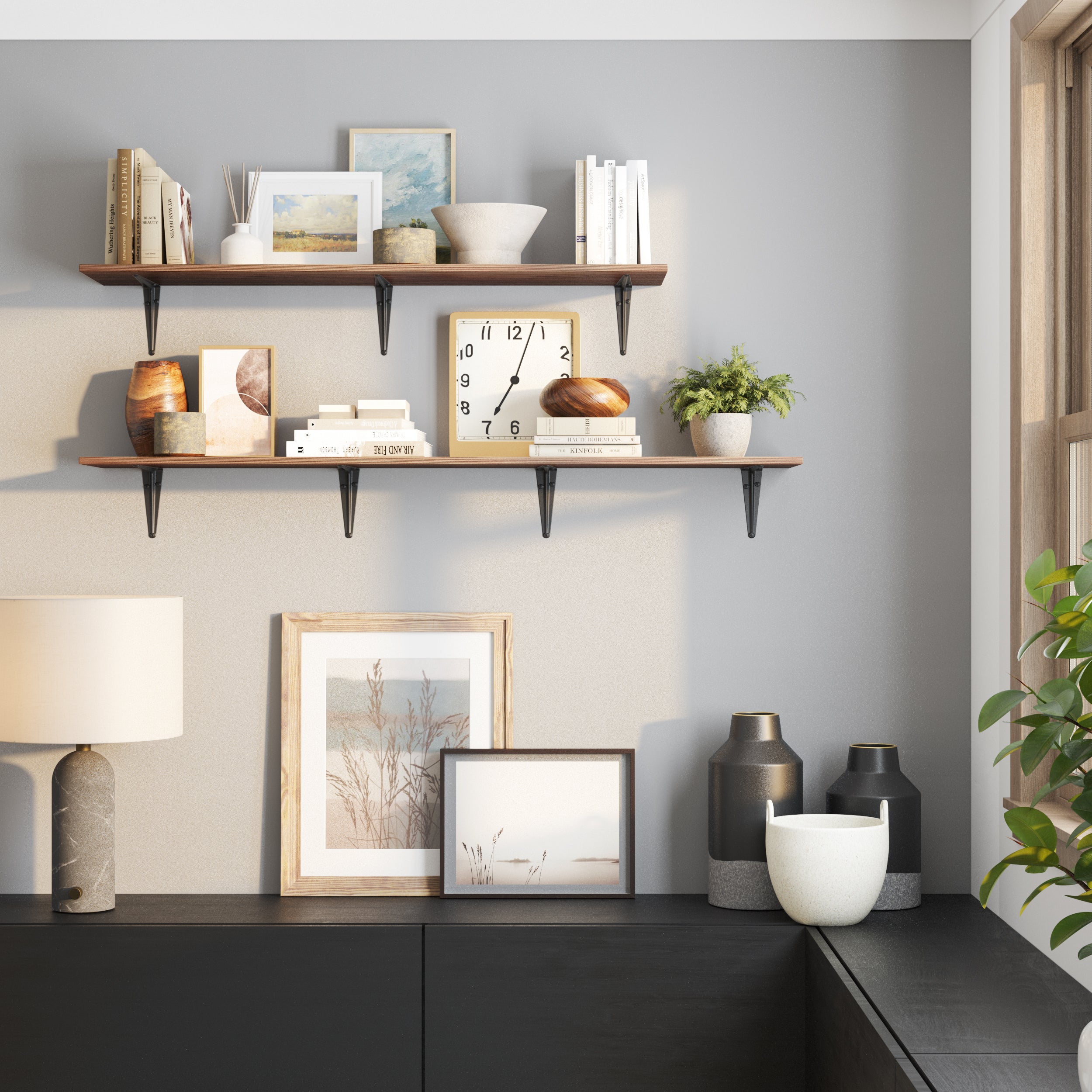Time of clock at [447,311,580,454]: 7:03
